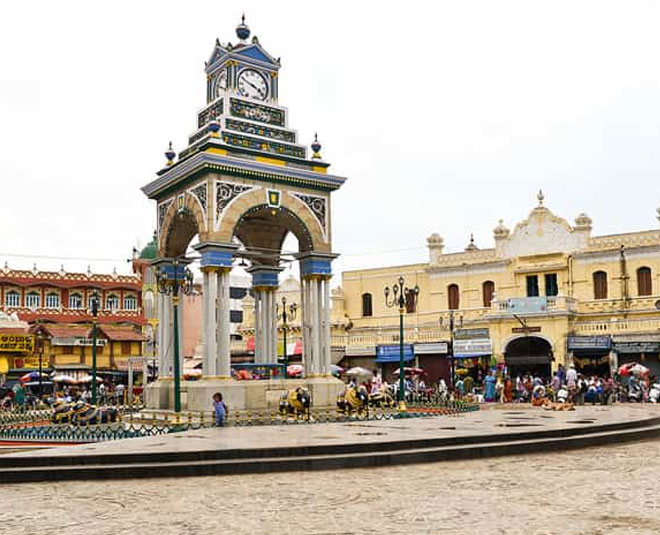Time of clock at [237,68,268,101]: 3:48
